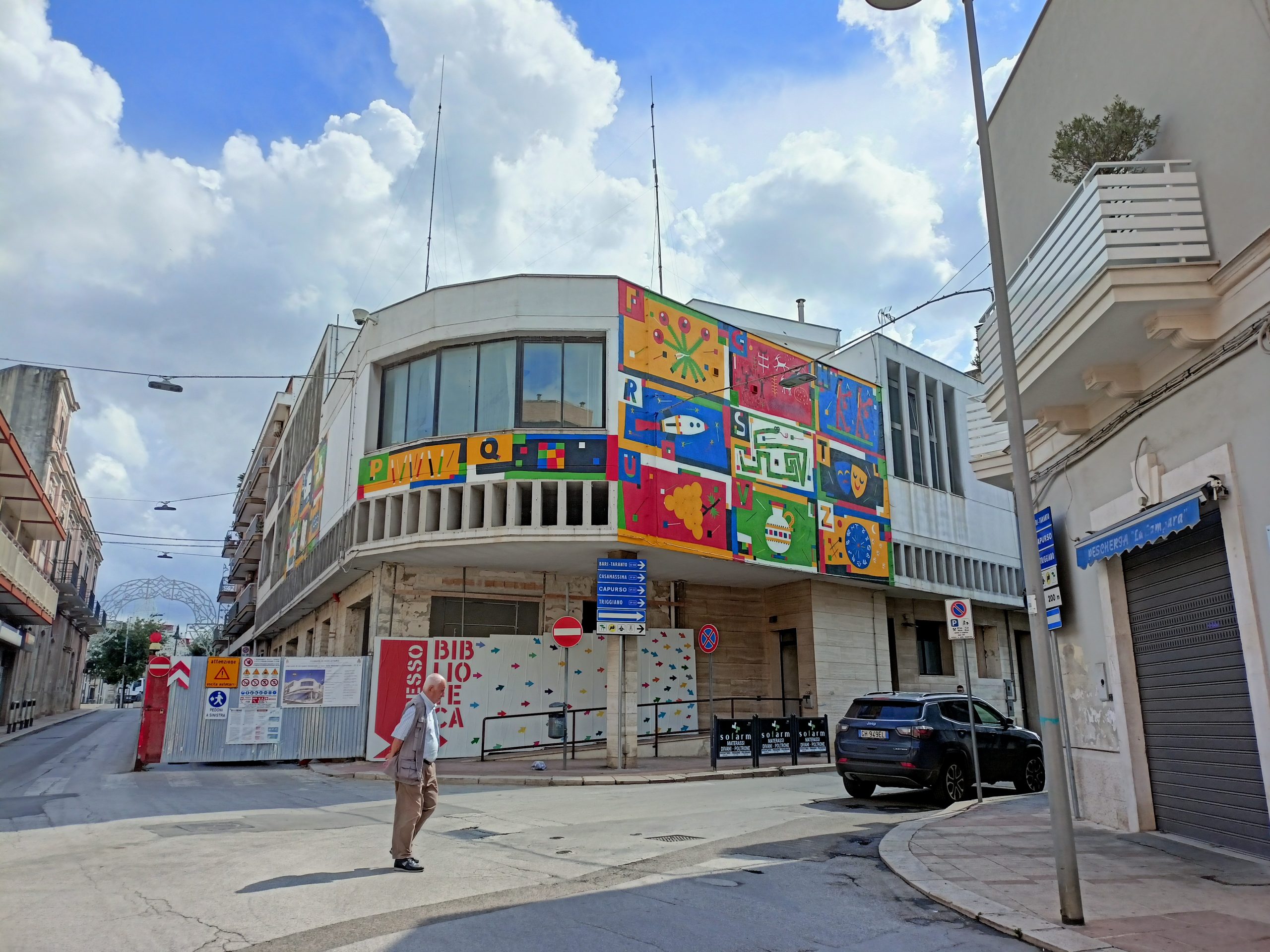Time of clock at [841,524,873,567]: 2:15
